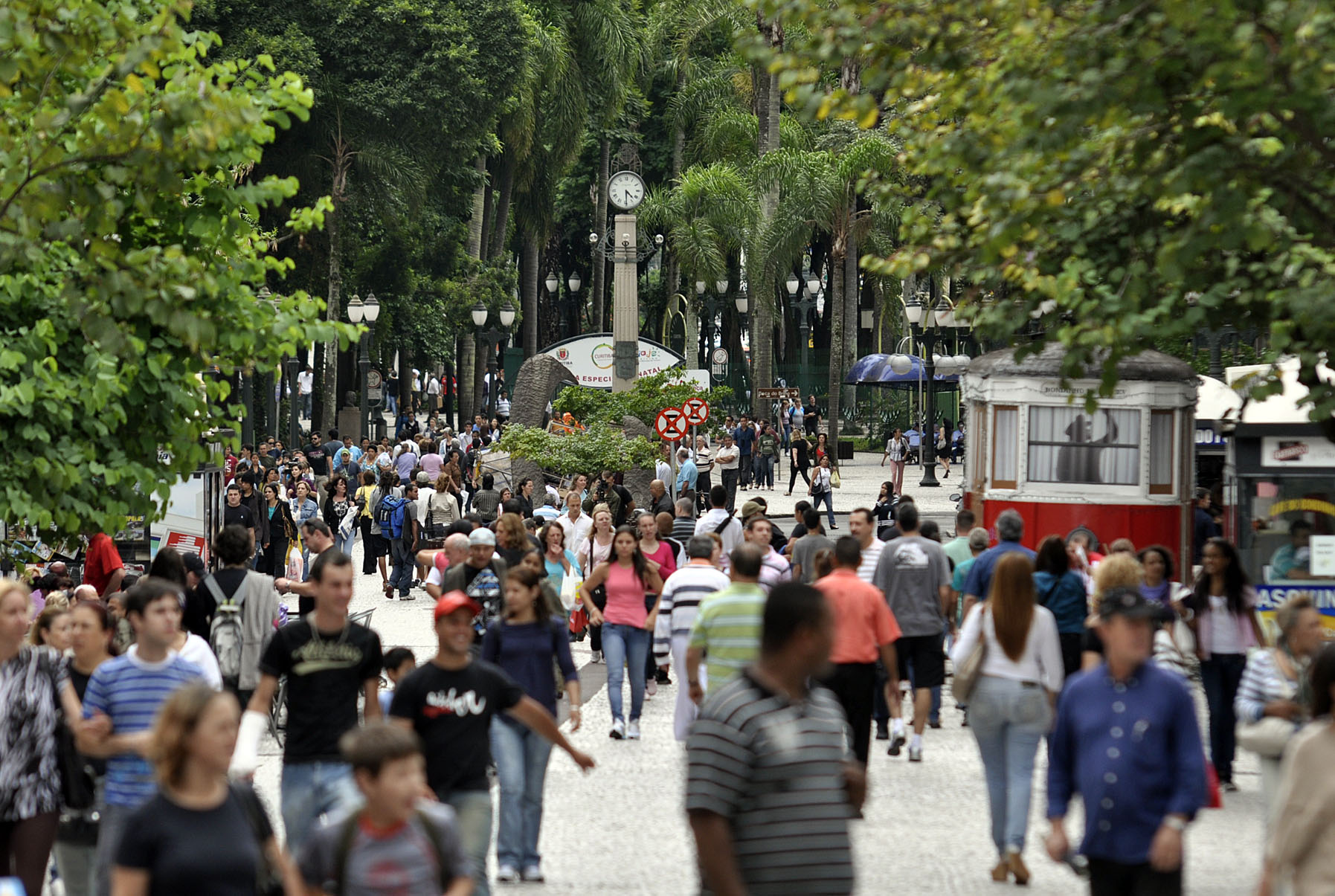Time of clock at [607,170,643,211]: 4:29
